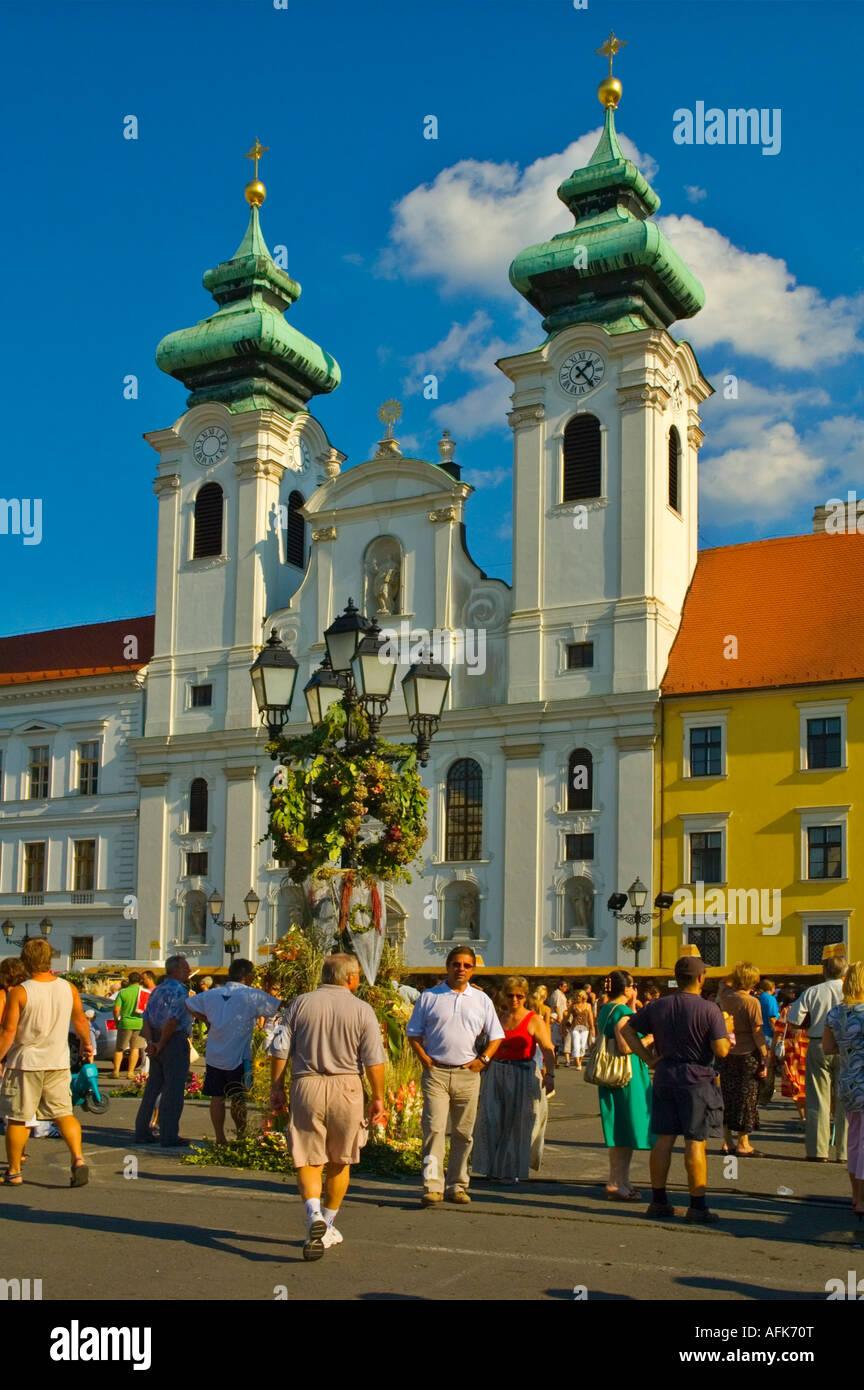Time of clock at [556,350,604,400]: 1:23
